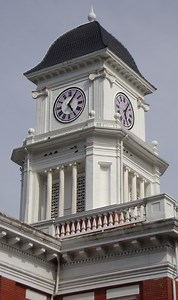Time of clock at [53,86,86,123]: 5:05
